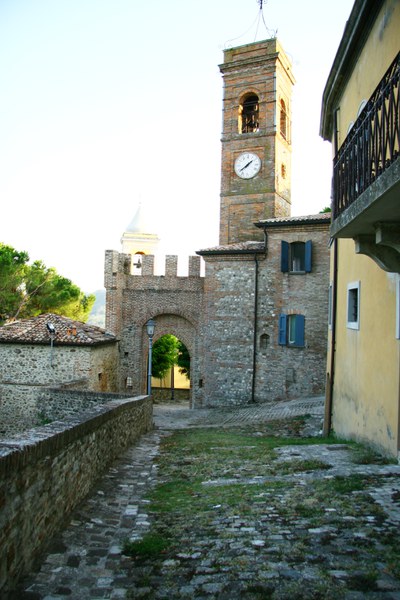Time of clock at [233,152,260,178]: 1:38
